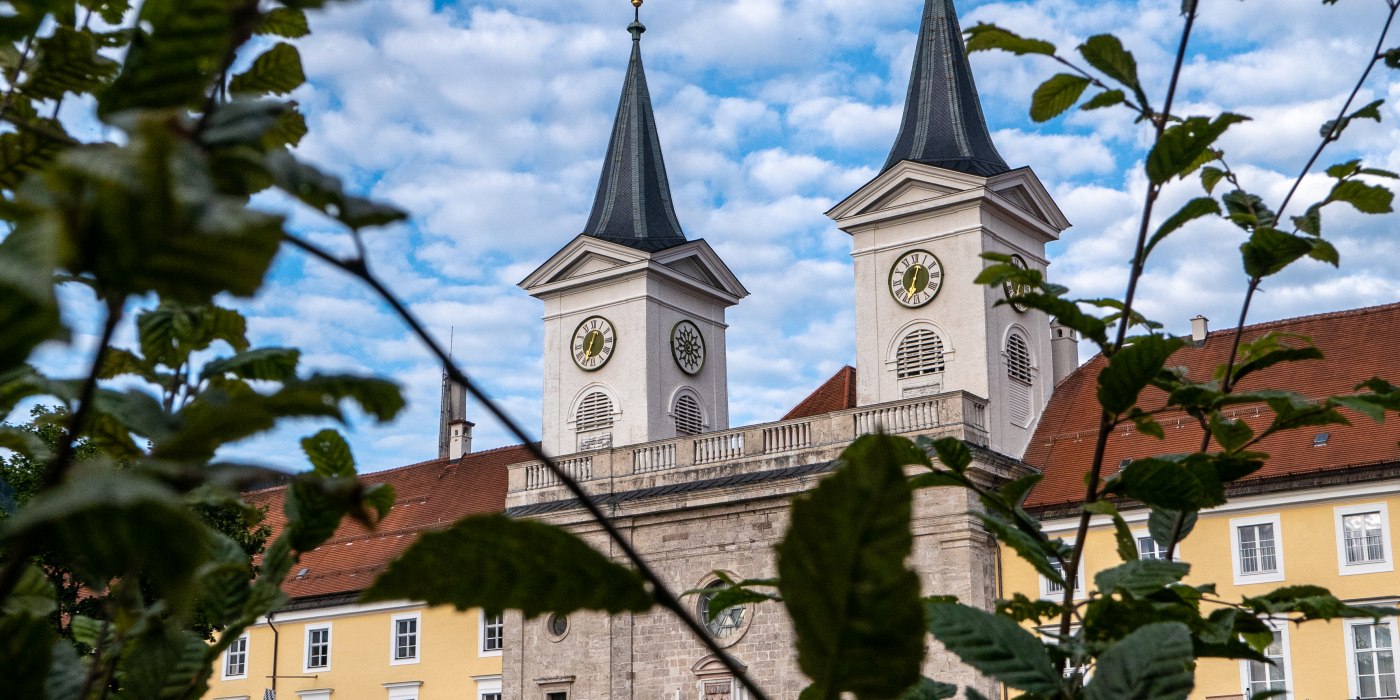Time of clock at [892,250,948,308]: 12:33
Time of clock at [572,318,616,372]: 12:33
